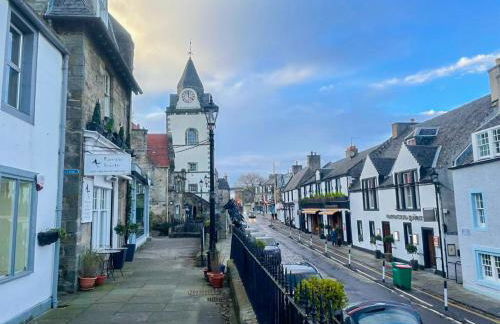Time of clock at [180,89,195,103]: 4:00
